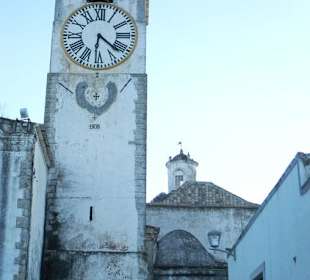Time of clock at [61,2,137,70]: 6:21
